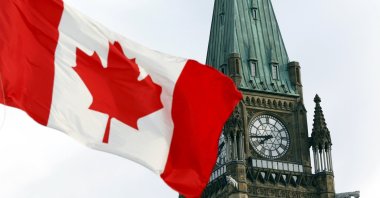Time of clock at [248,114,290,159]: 7:43
